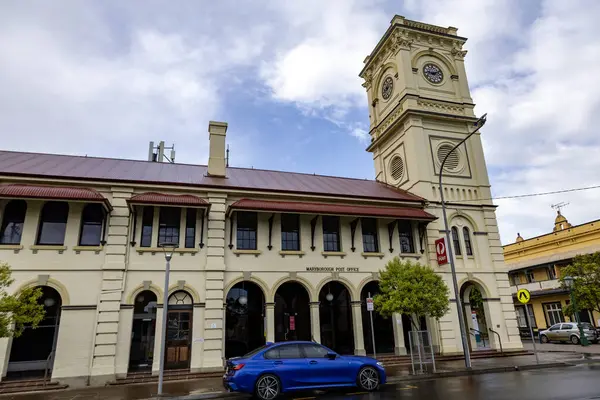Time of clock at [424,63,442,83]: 9:11
